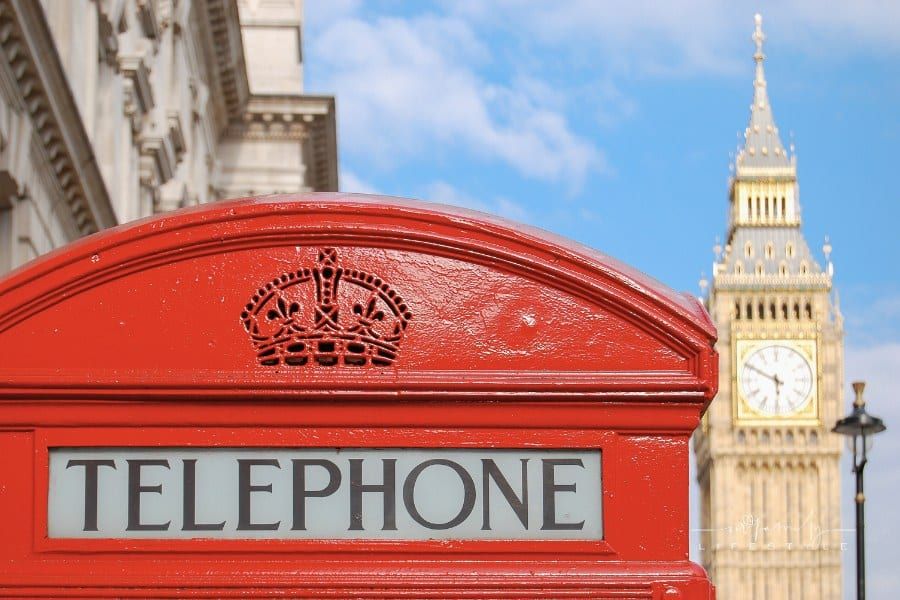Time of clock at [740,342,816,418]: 5:49
